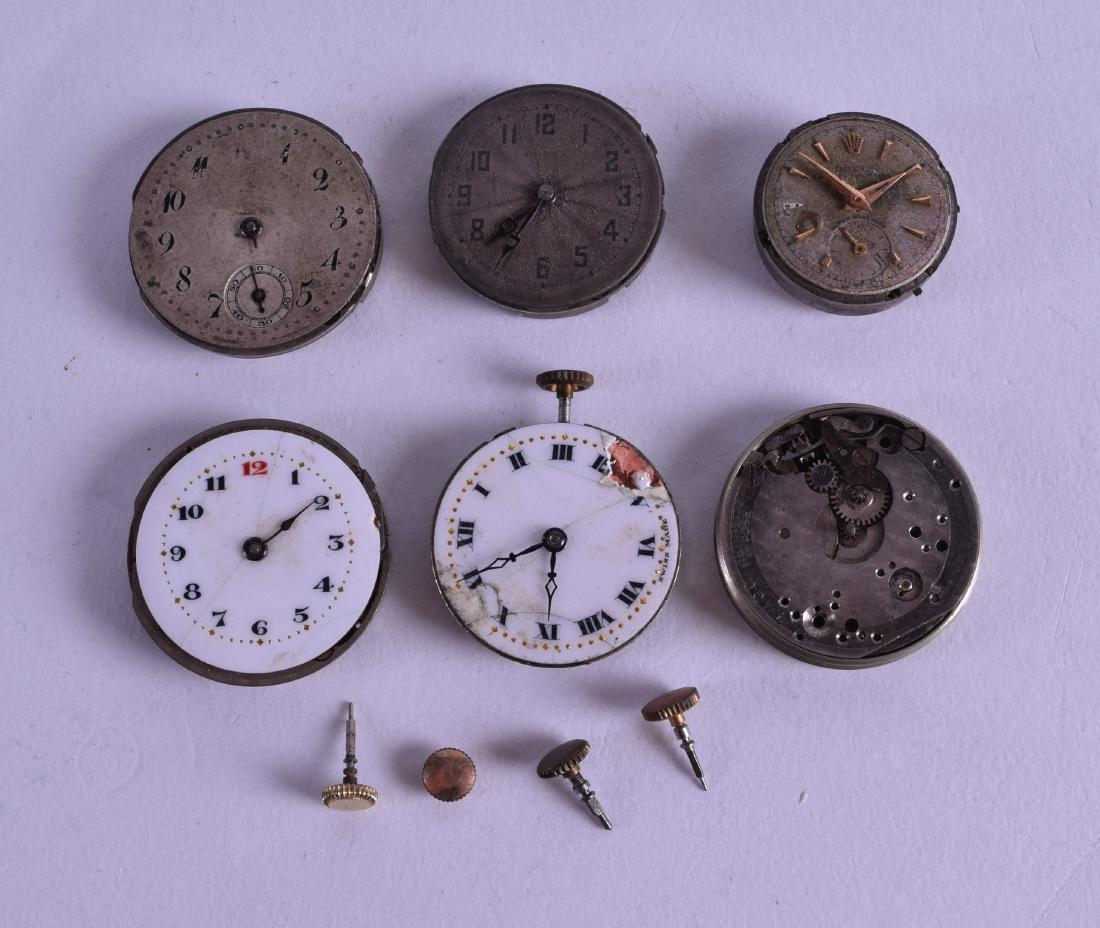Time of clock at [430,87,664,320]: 7:35
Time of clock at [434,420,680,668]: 5:40
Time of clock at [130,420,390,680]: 2:09
